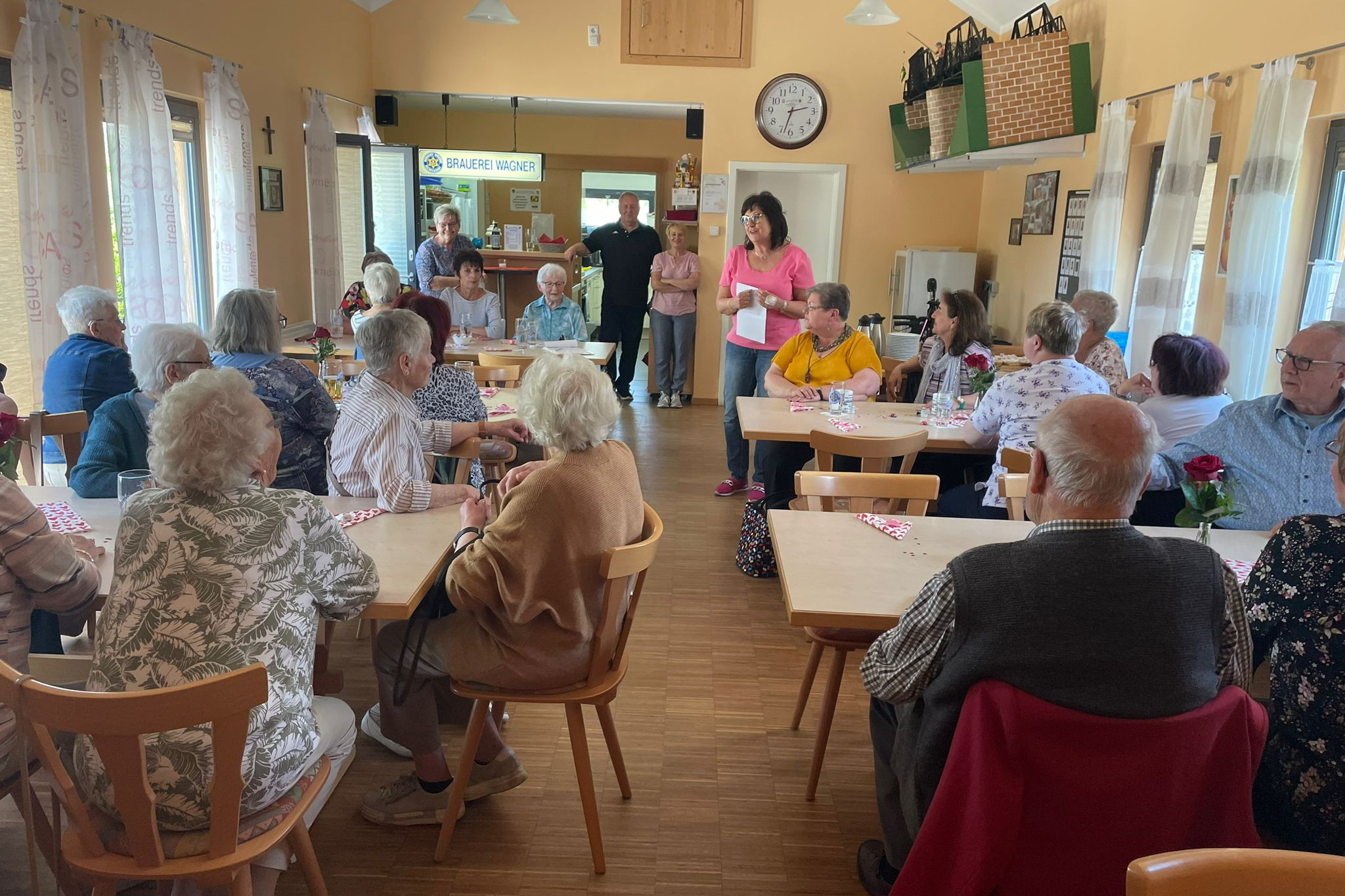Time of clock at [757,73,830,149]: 2:33
